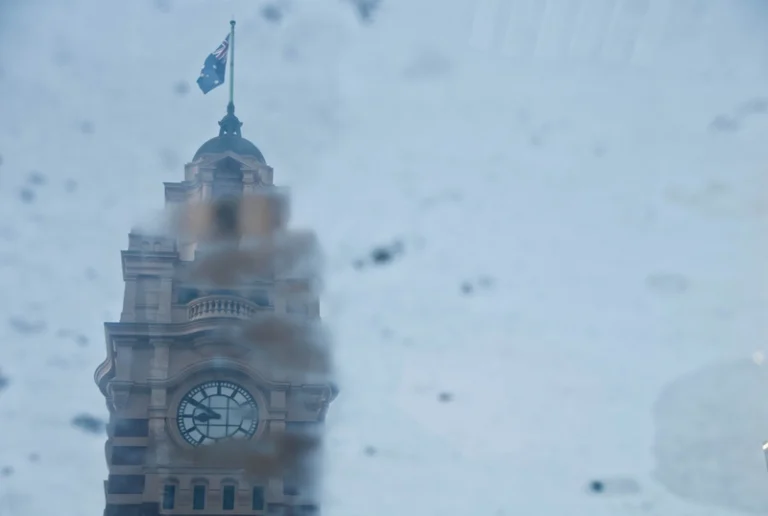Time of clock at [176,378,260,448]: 8:50
